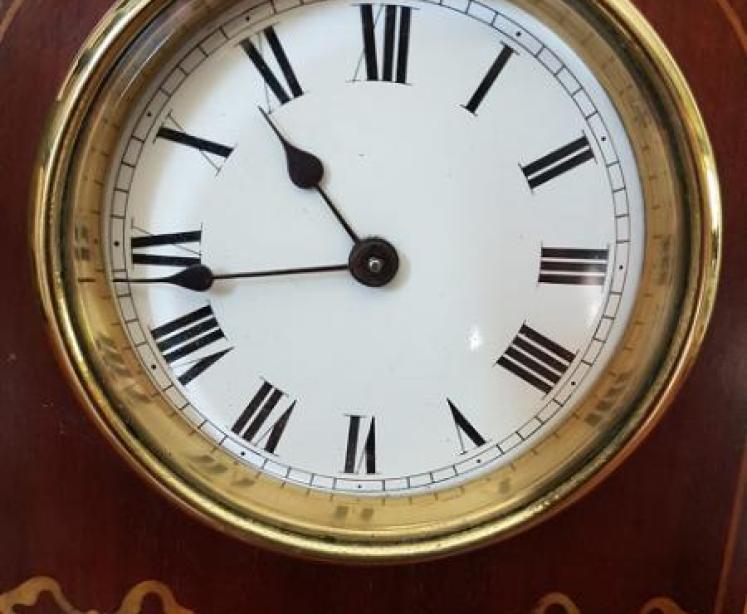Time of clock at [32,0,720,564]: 10:43
